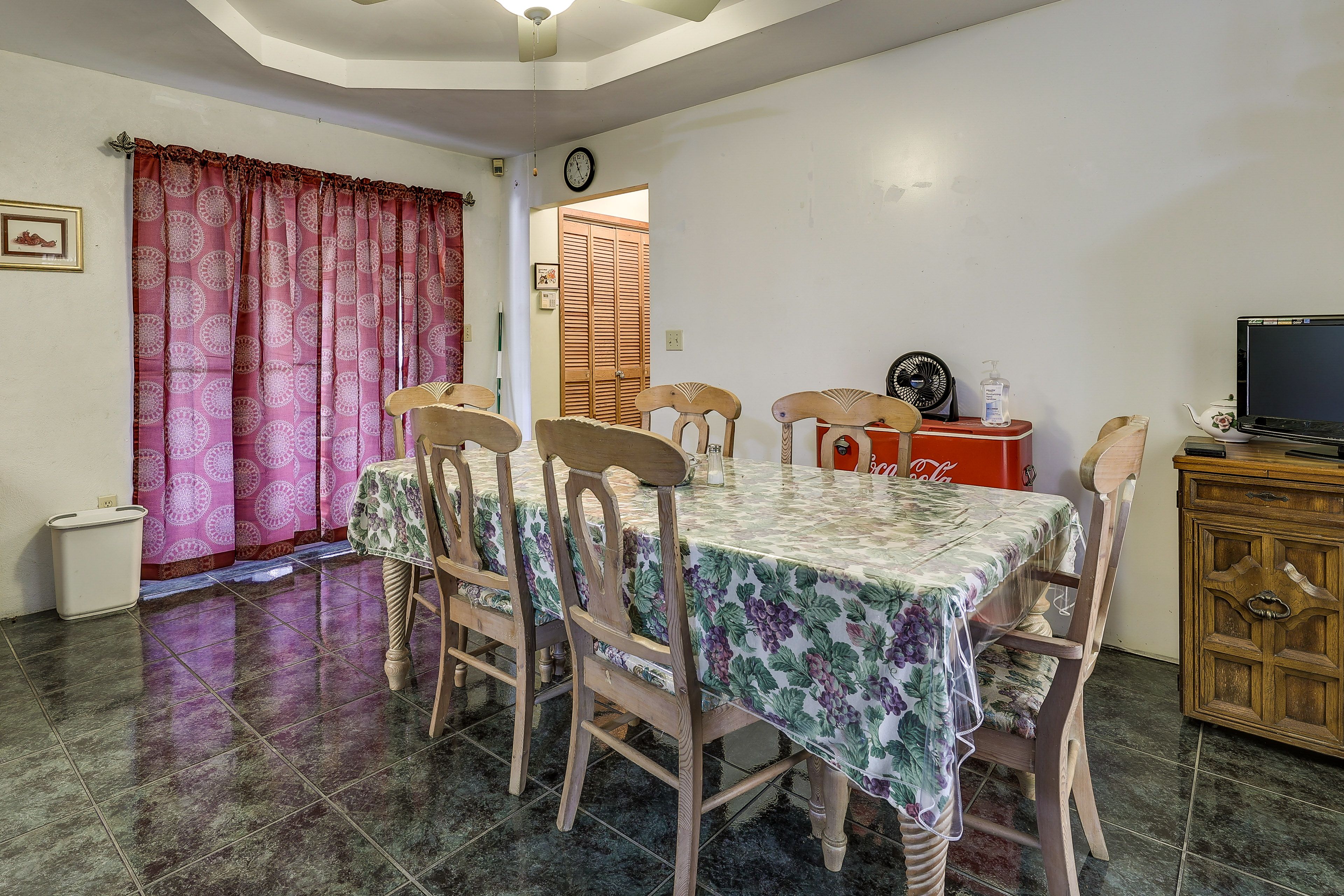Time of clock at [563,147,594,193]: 11:25
